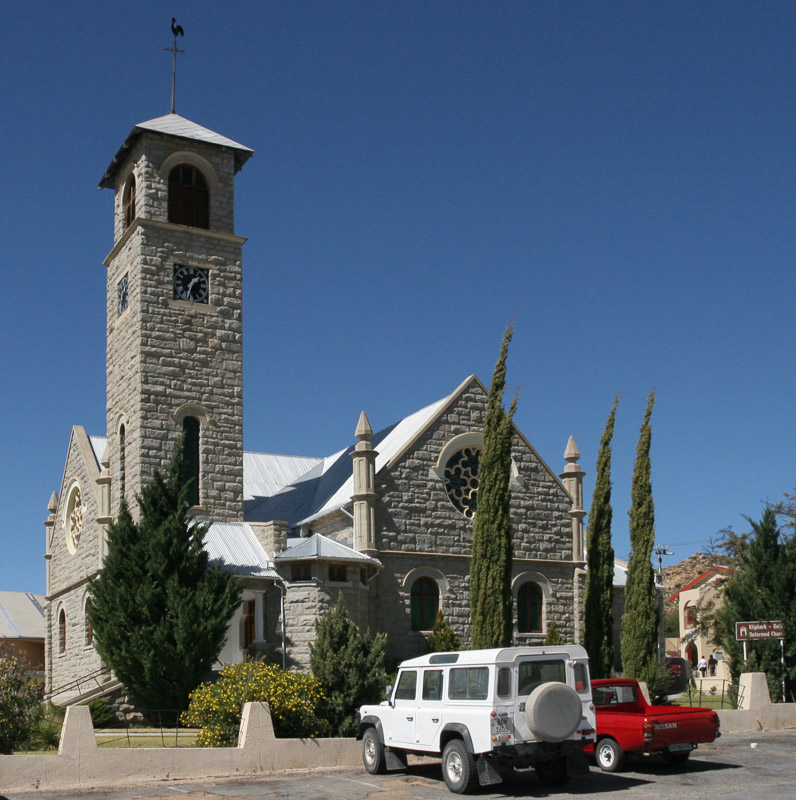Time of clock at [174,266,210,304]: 1:32
